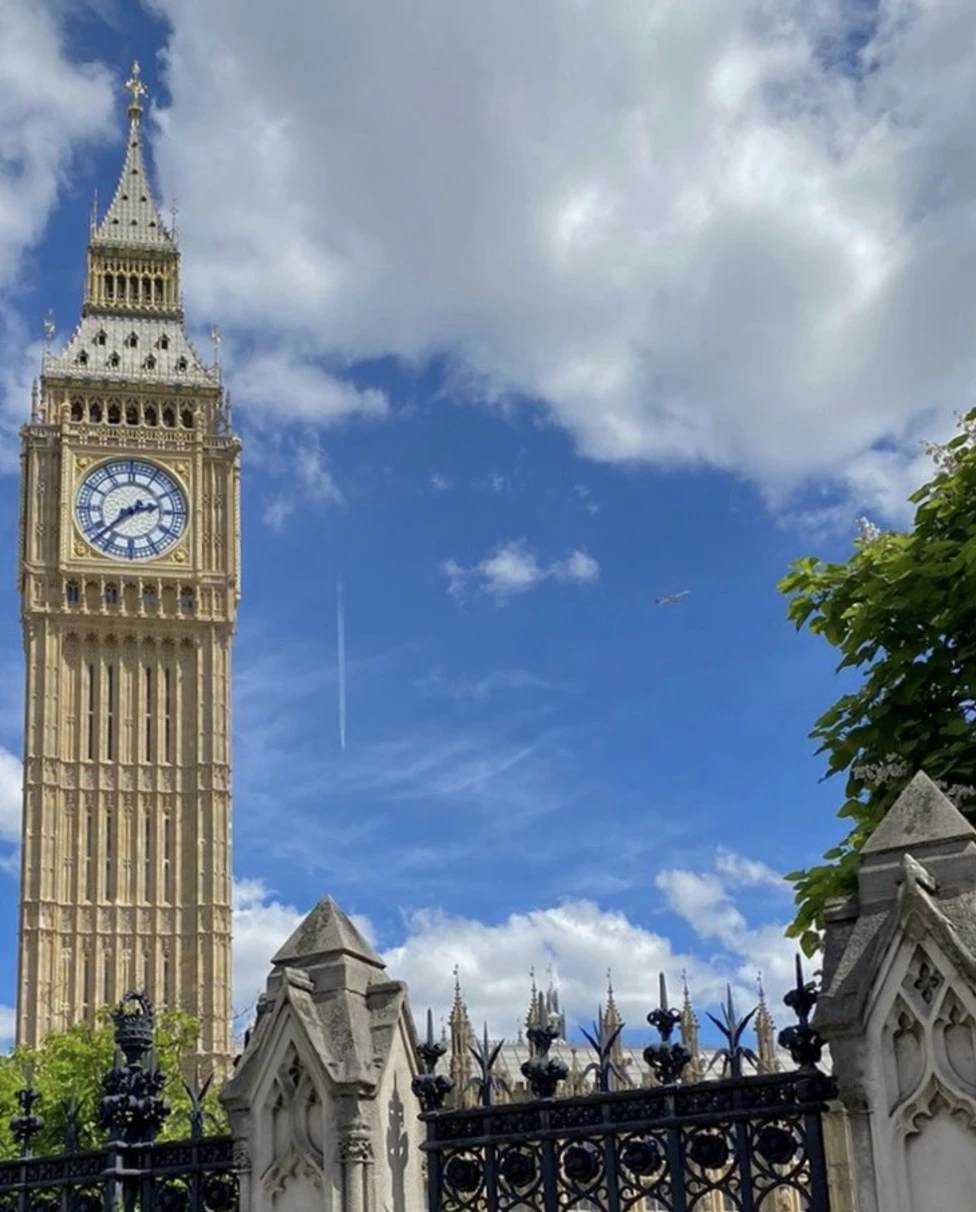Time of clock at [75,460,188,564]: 2:37
